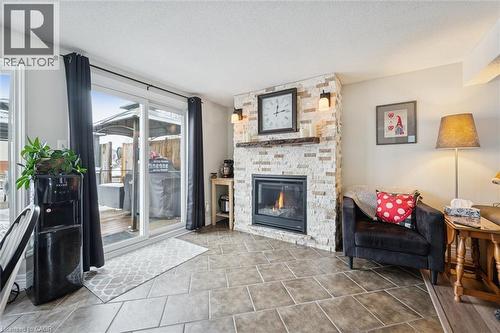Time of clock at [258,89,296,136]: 12:13
